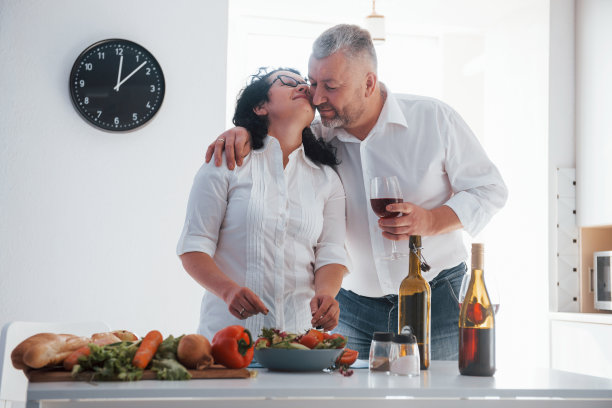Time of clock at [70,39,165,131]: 12:07
